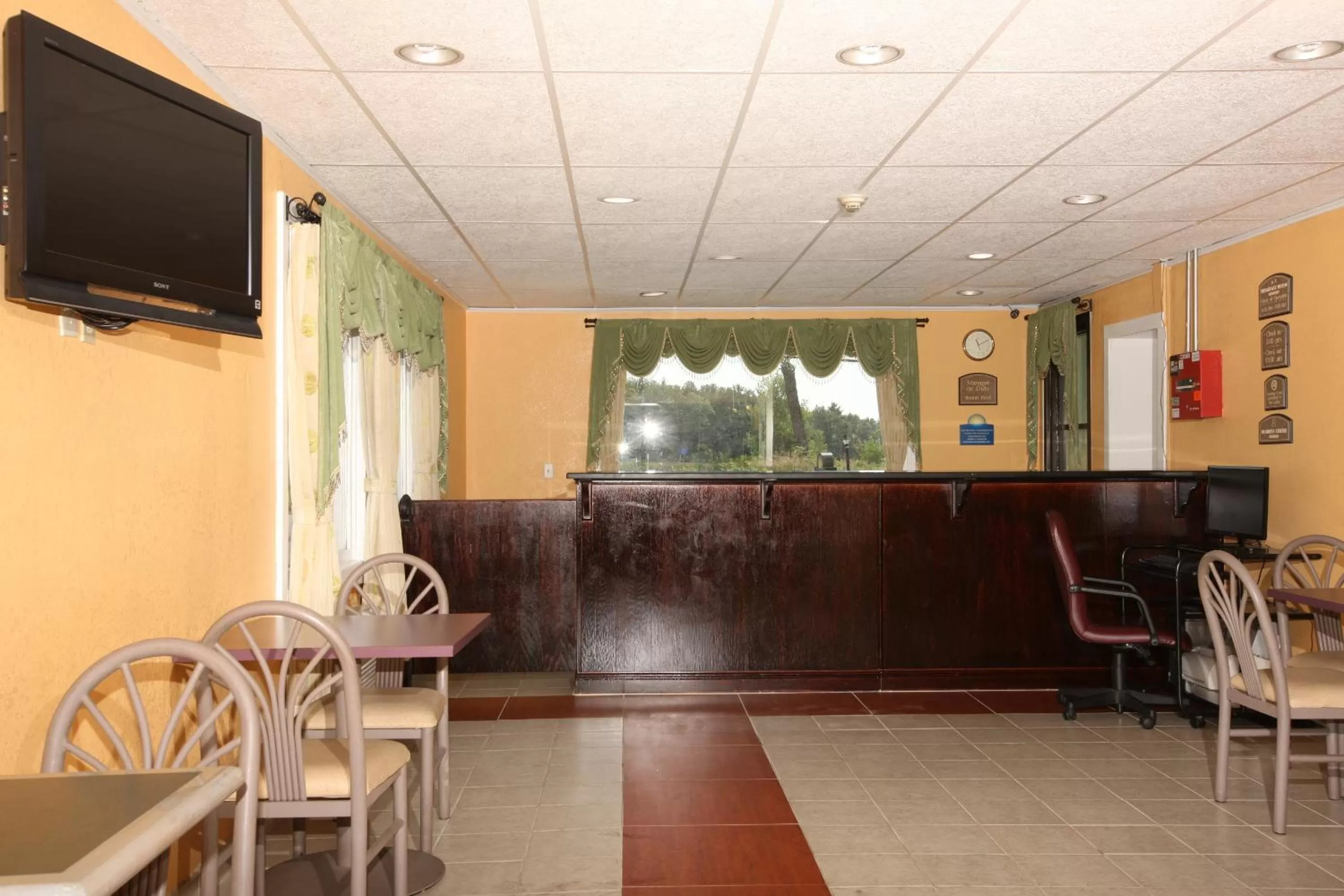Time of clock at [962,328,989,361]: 11:10
